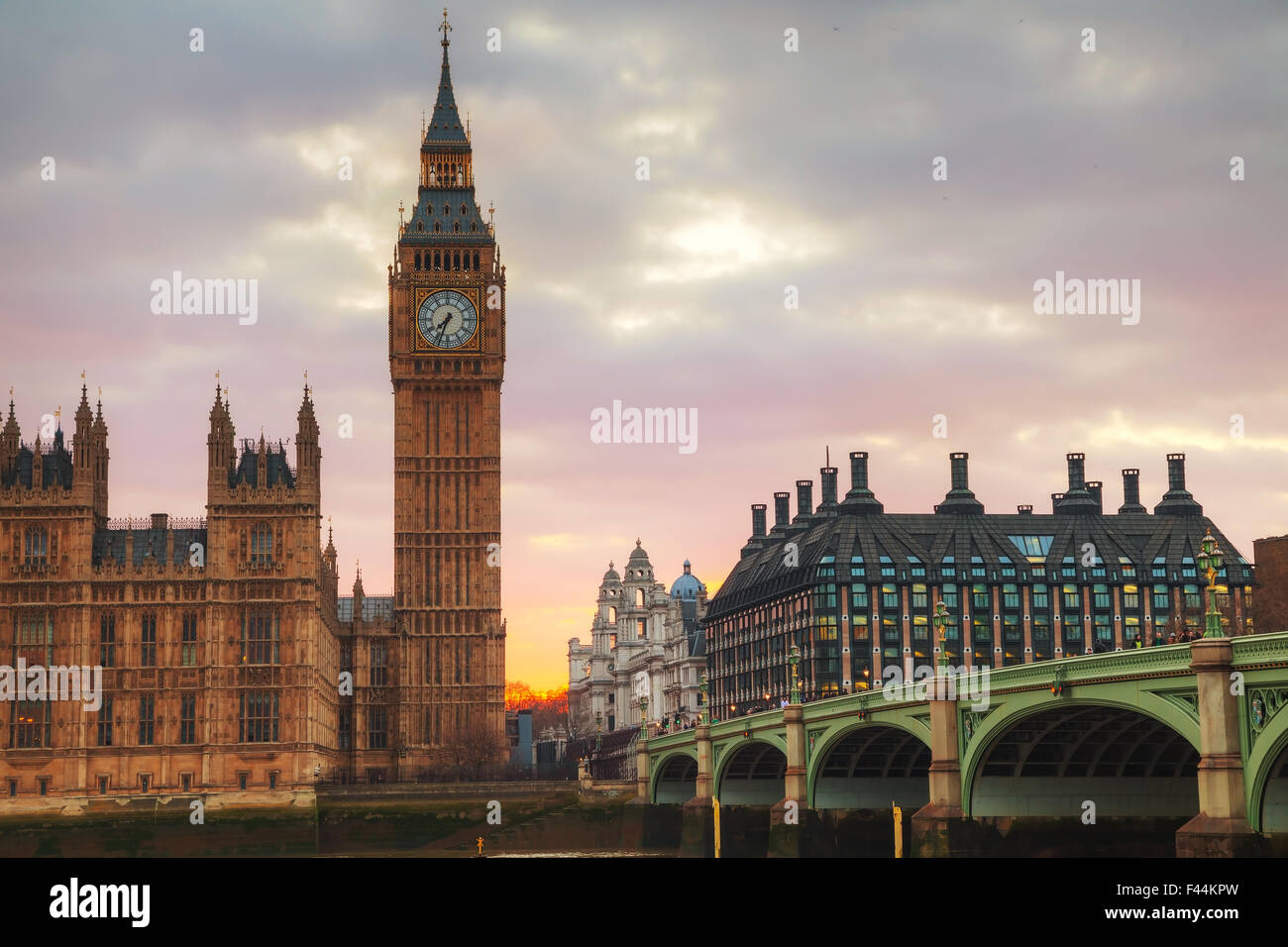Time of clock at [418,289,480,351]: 7:33
